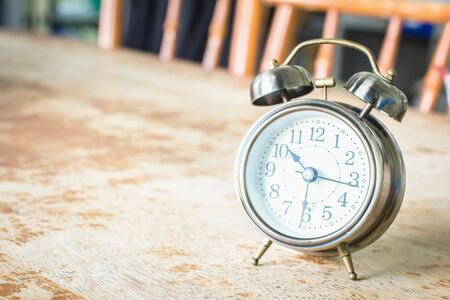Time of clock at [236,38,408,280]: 10:16
